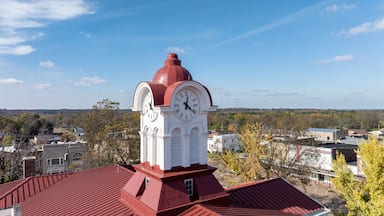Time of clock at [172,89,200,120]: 12:21
